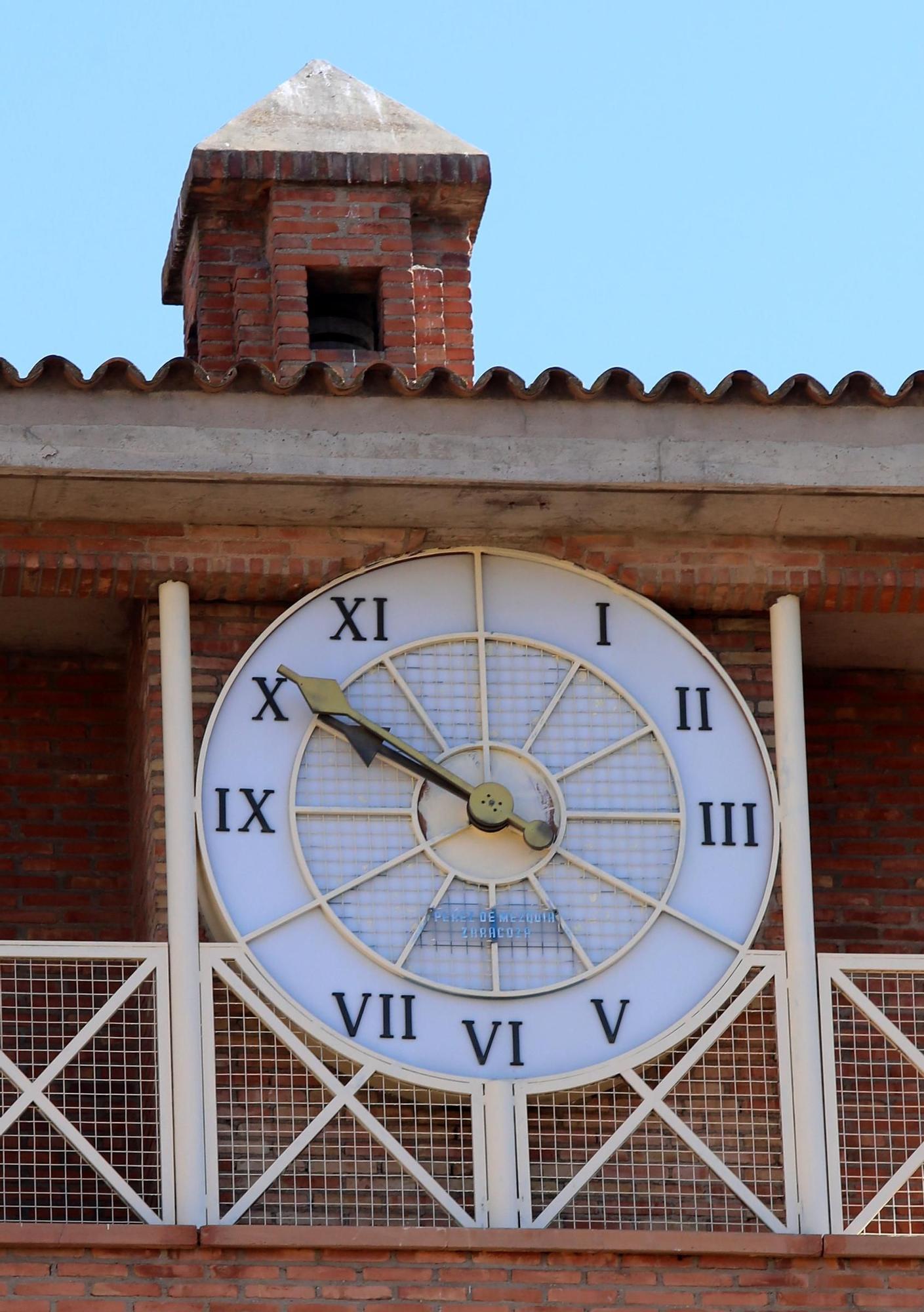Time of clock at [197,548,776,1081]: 9:50
